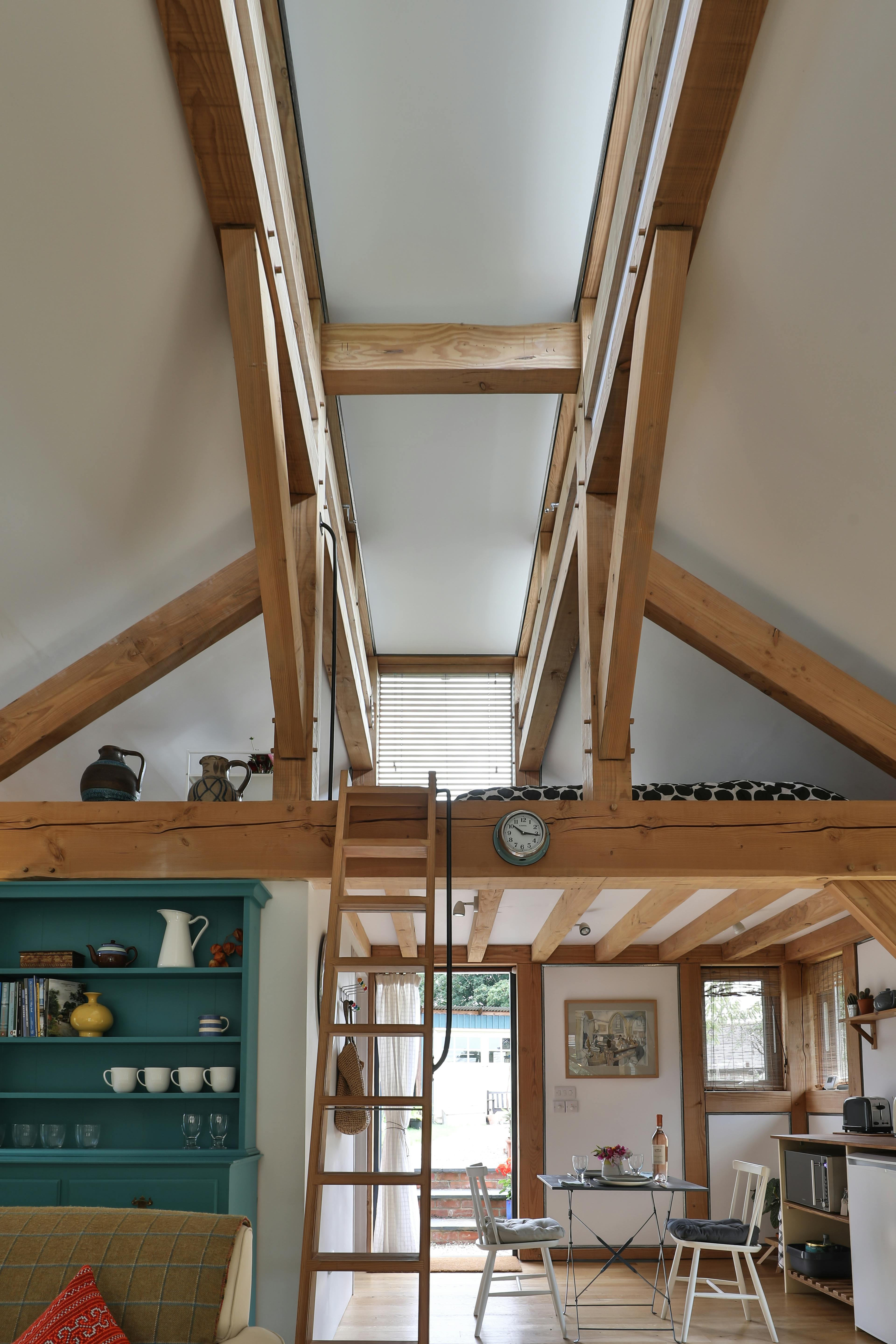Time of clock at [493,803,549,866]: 10:15
